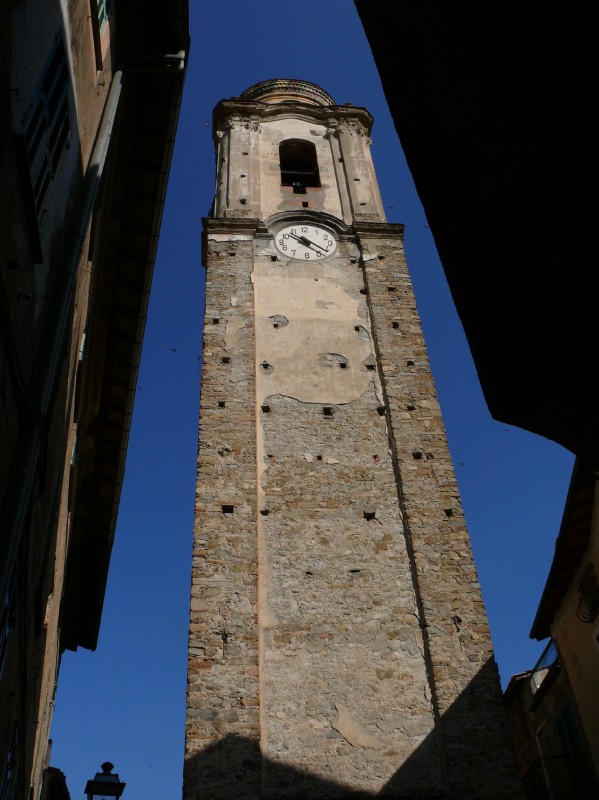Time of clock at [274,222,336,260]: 10:20
